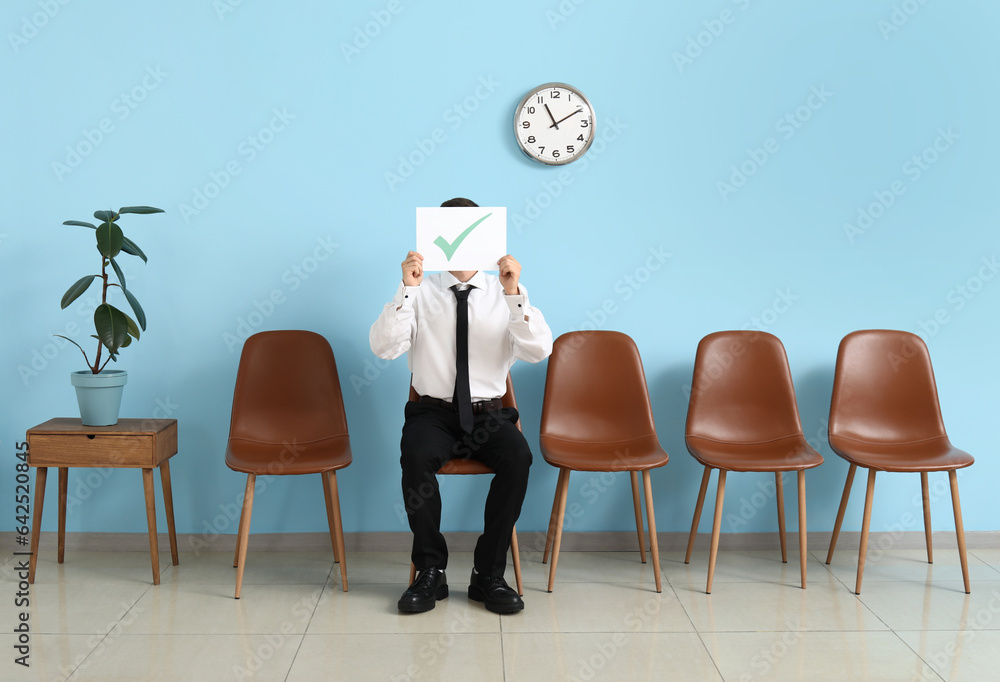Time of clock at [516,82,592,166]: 11:10
